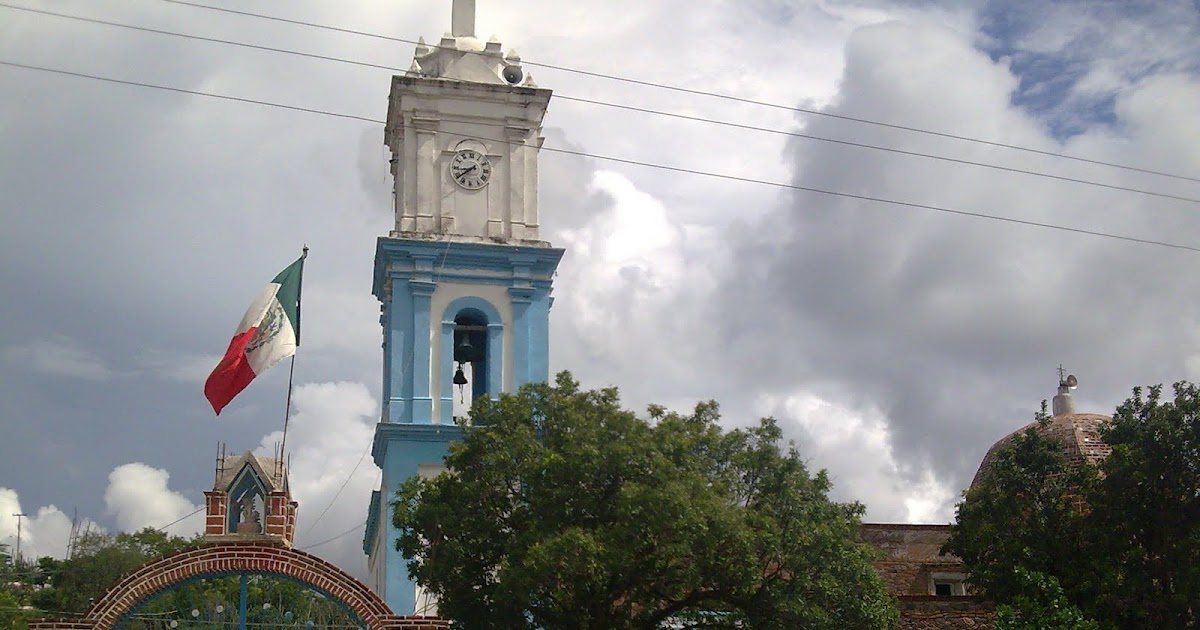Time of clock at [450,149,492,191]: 8:38
